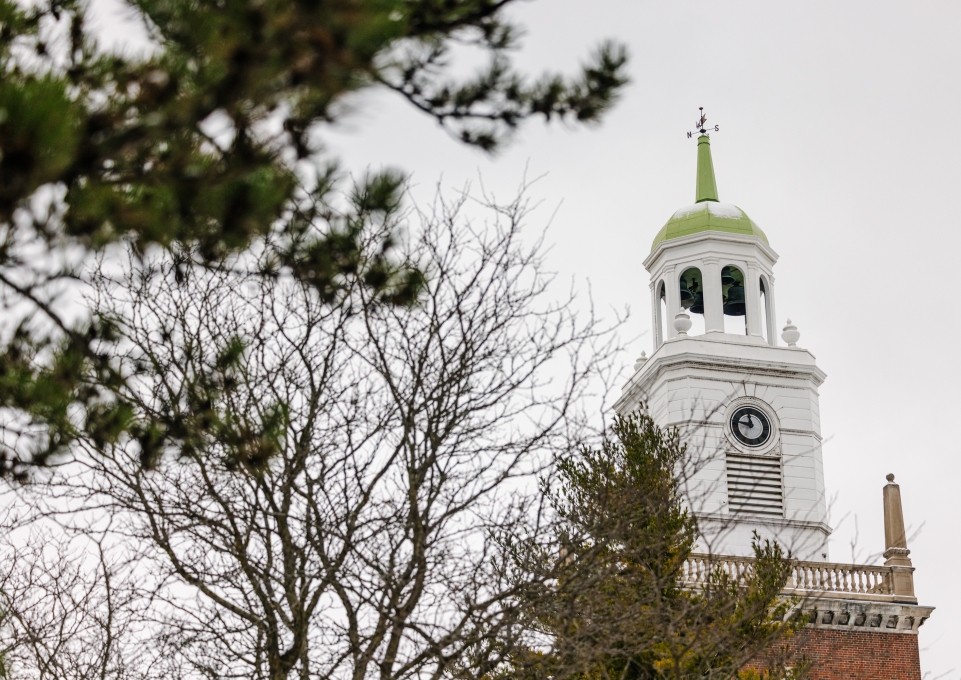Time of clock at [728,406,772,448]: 11:46
